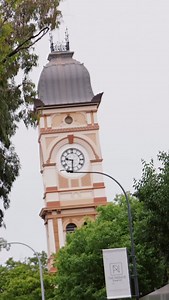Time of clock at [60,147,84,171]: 9:31
